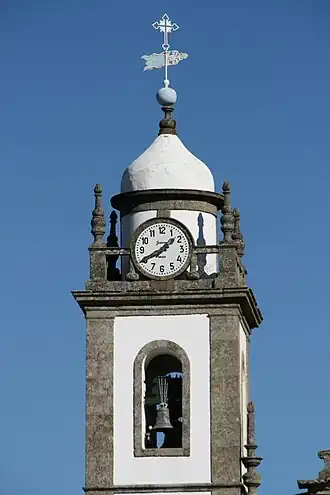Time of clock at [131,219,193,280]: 1:40
